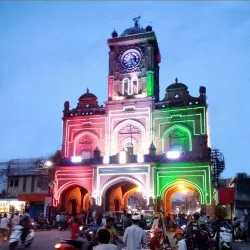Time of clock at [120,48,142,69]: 5:40
